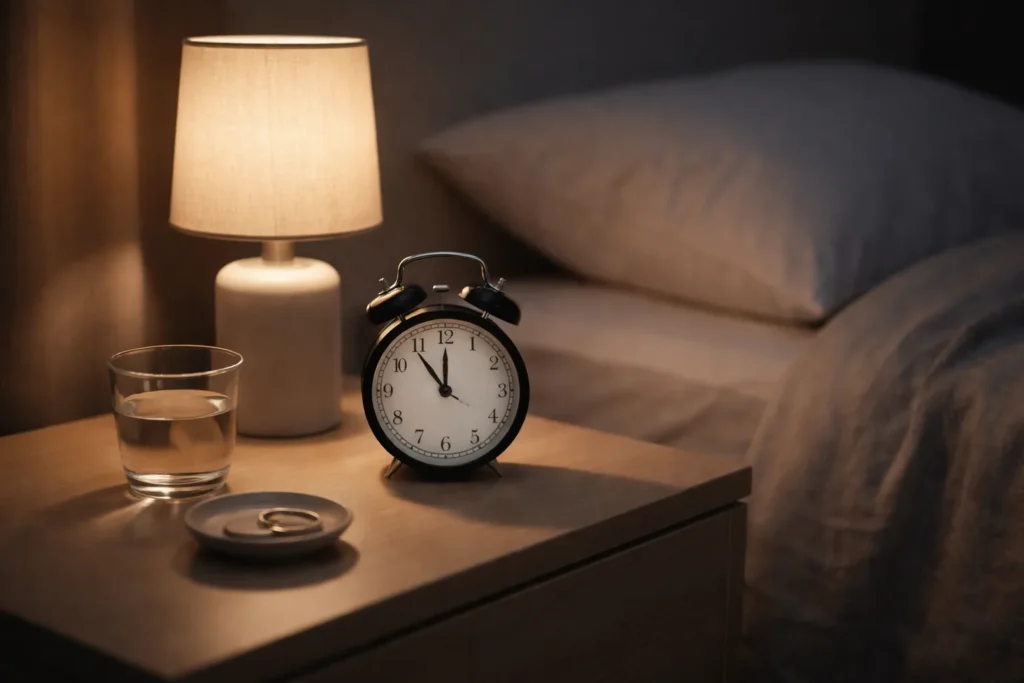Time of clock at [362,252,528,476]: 11:53
